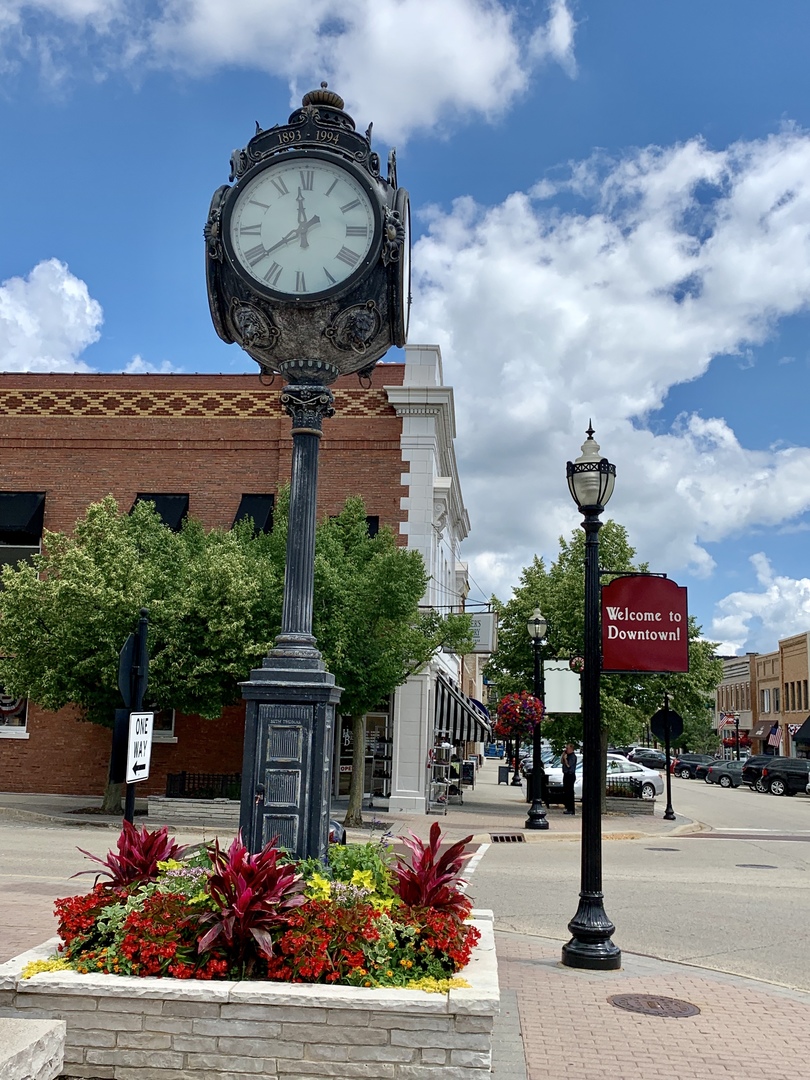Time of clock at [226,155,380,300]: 11:38
